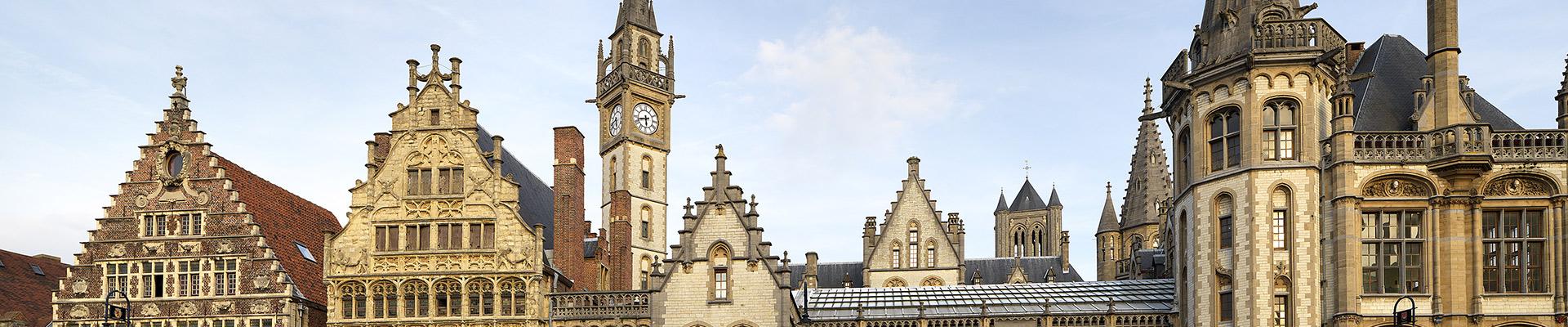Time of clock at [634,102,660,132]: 5:42
